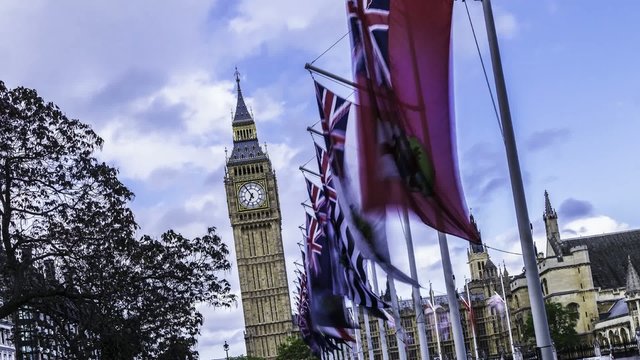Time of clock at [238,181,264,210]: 6:54
